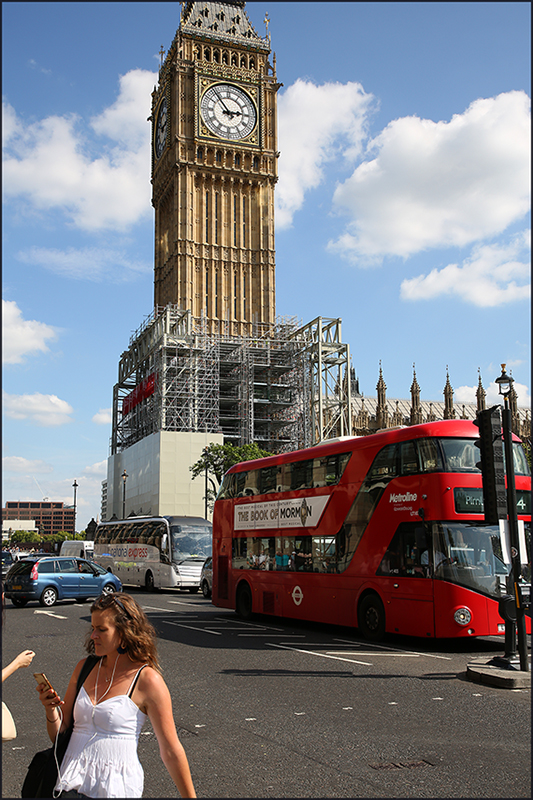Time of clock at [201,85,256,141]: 2:53
